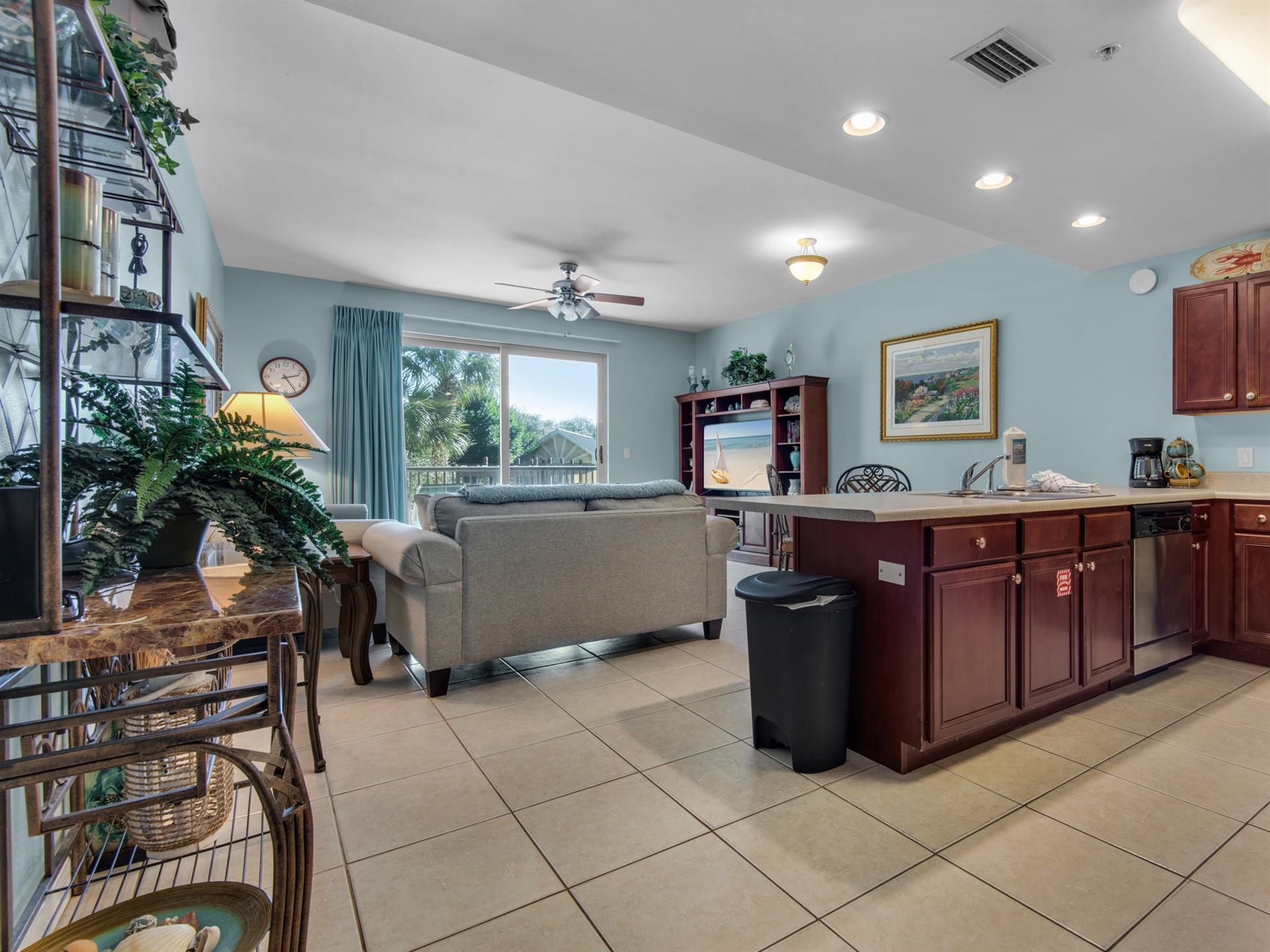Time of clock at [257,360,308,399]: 2:24
